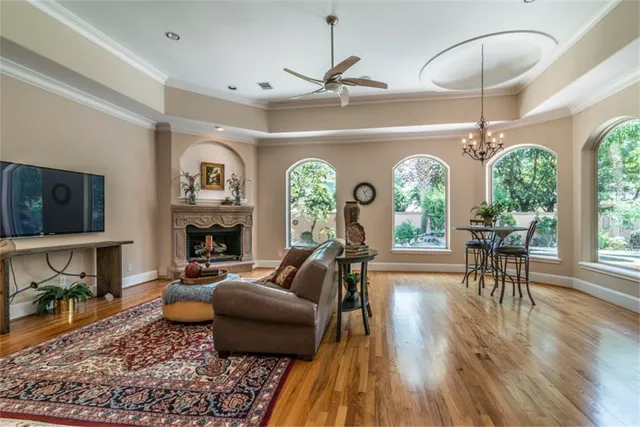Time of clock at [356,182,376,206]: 1:26
